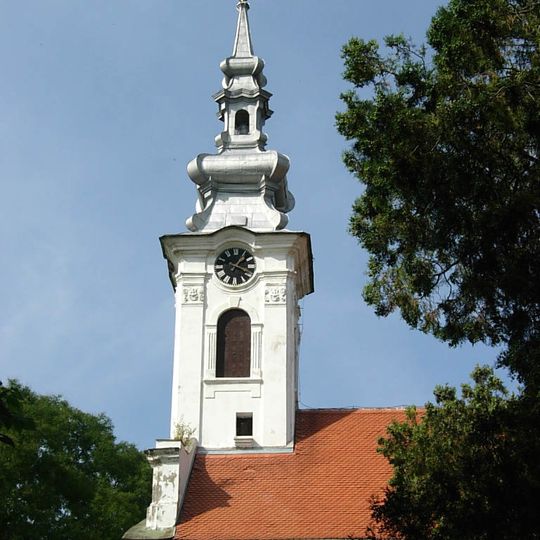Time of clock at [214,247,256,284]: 1:18
